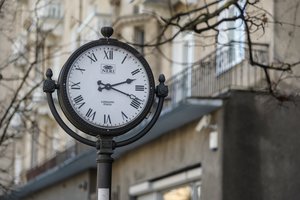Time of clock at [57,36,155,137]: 2:18
